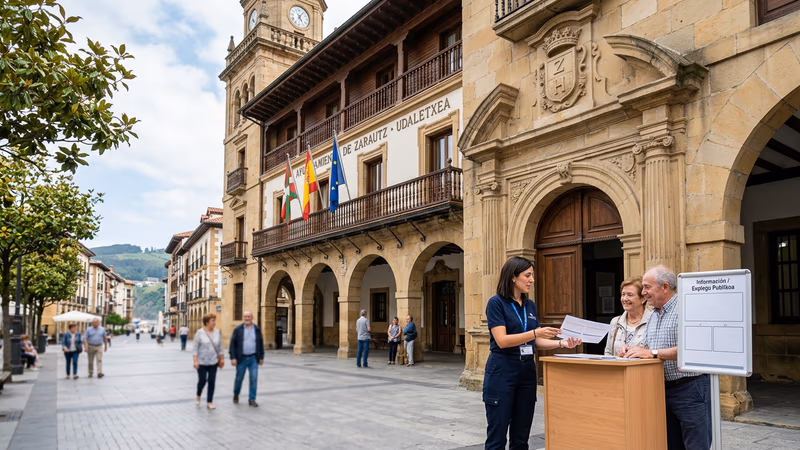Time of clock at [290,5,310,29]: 5:05
